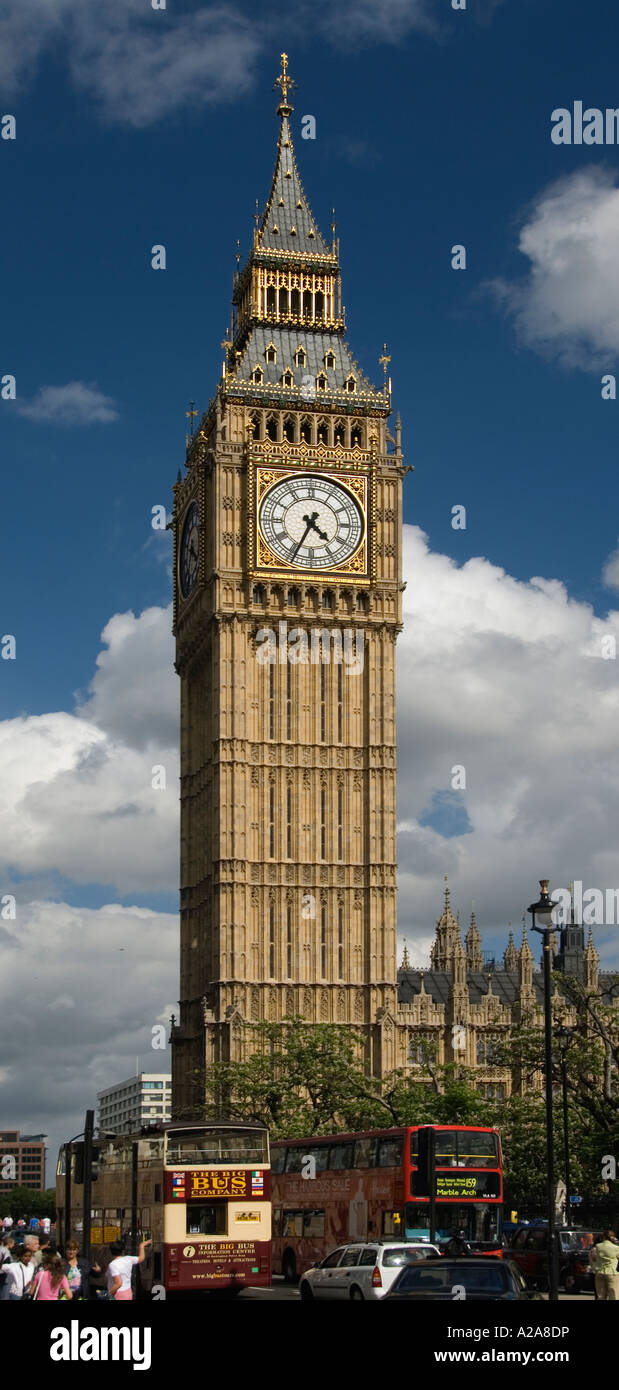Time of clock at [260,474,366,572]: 4:34
